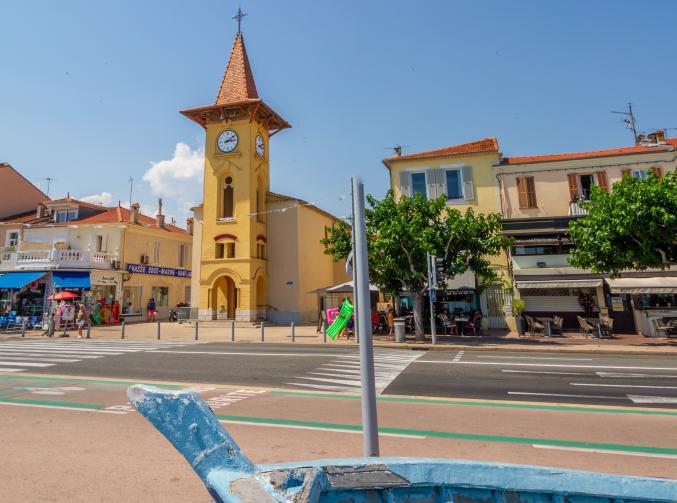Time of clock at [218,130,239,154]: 3:09
